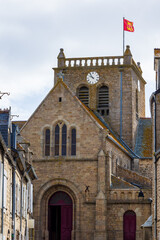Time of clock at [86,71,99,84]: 9:53
